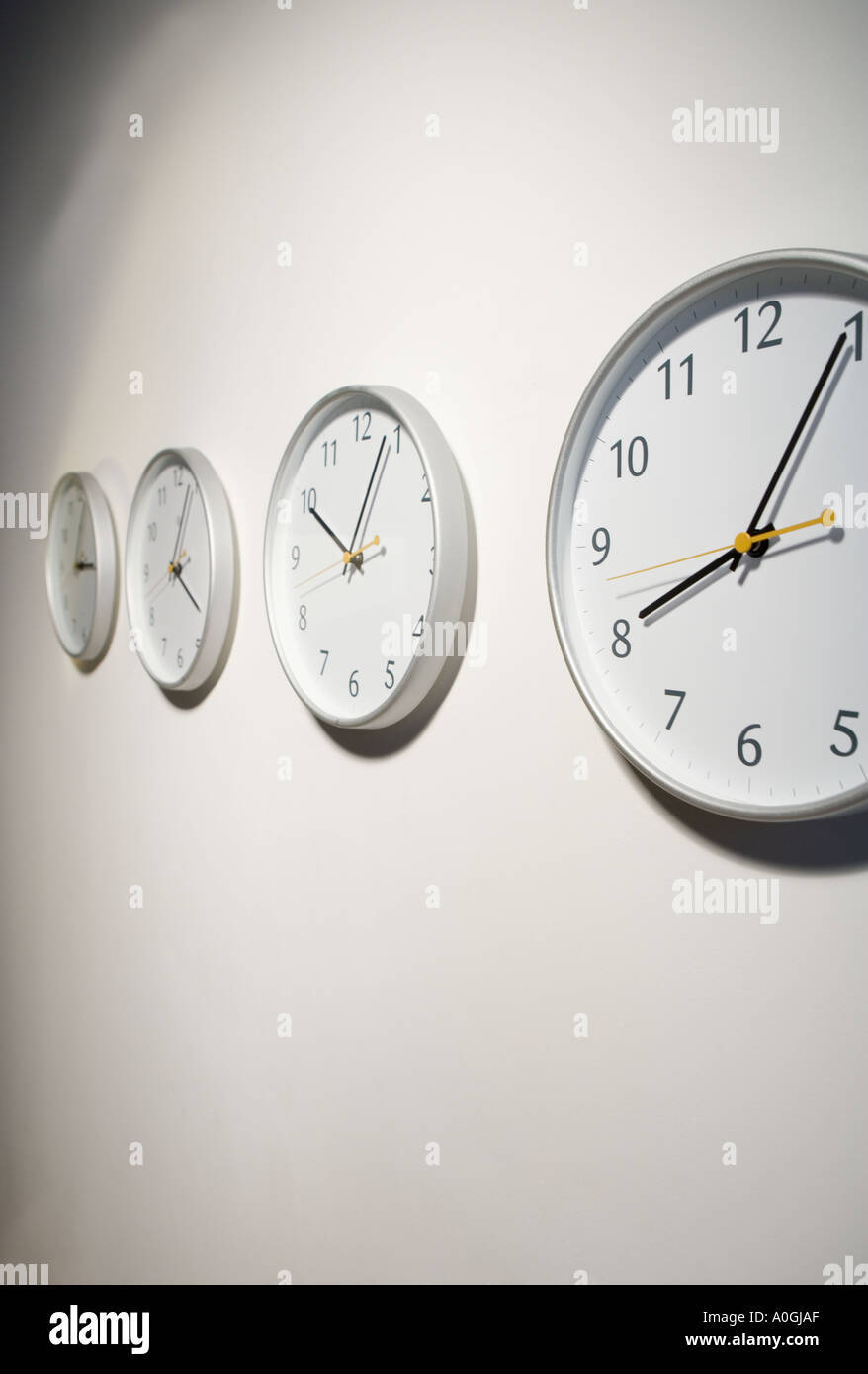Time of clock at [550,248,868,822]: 8:04
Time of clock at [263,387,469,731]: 10:03
